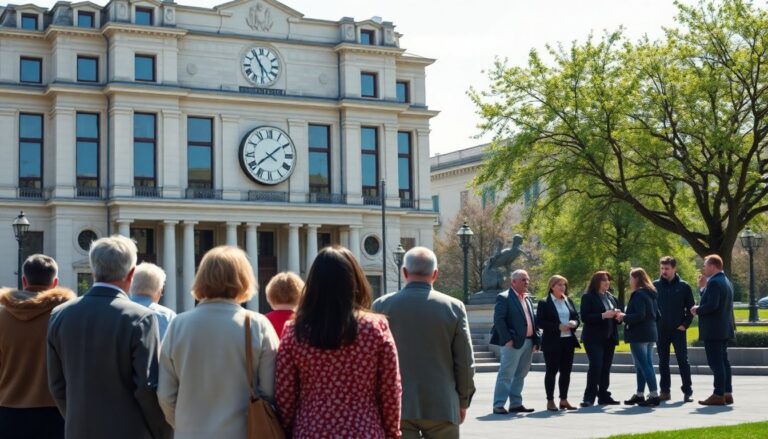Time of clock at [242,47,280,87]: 5:55
